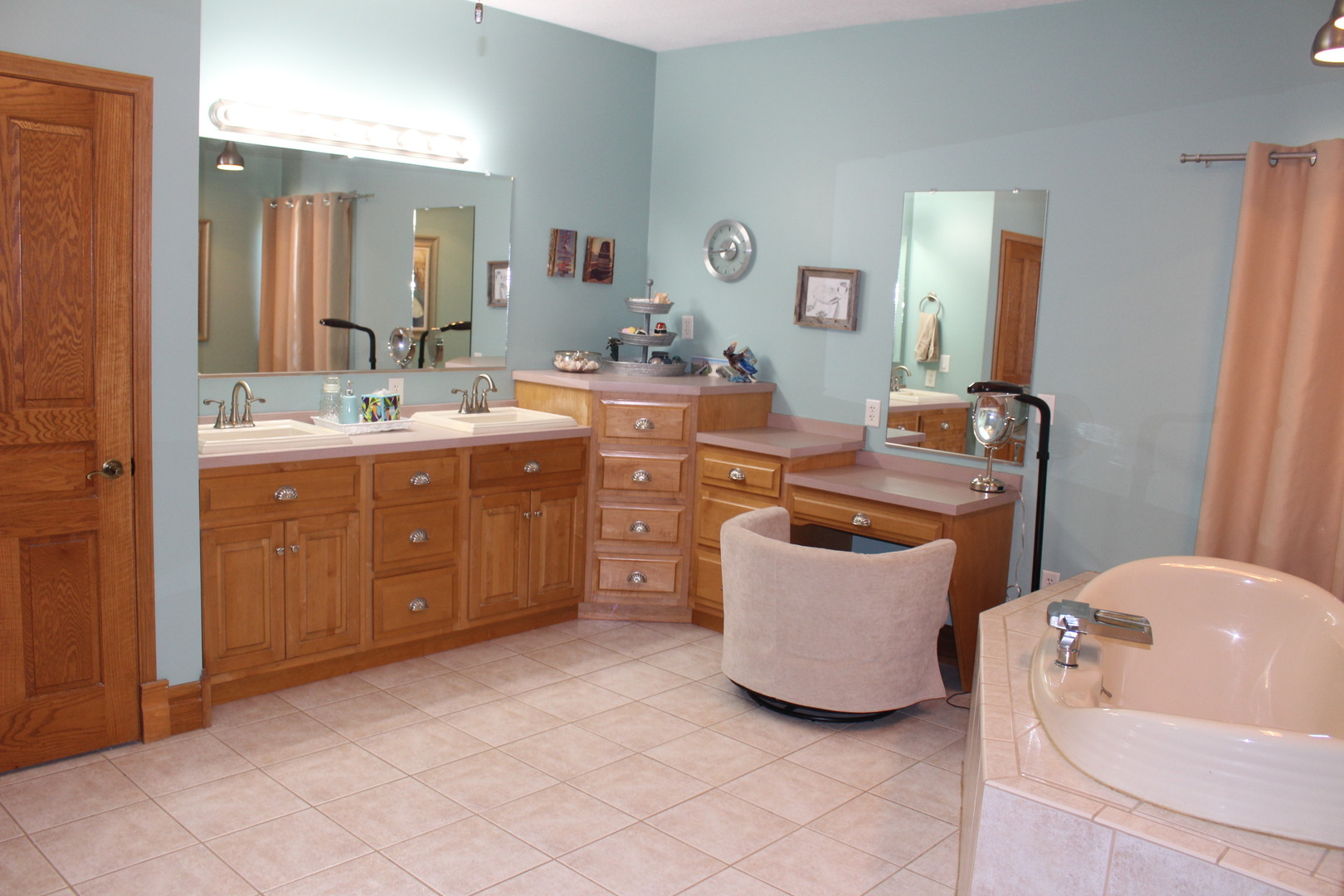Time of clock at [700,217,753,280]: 12:43
